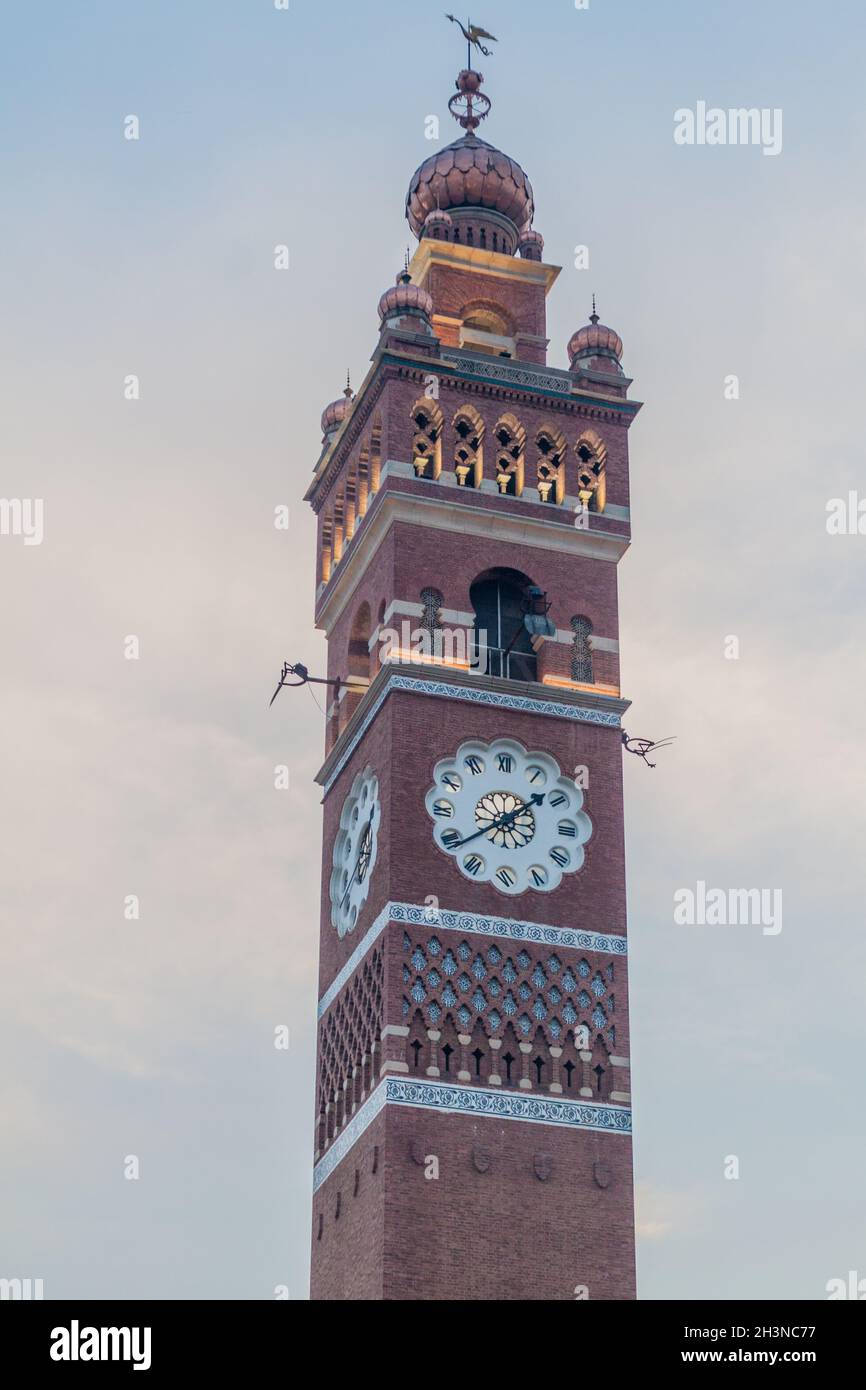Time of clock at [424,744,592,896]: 1:39
